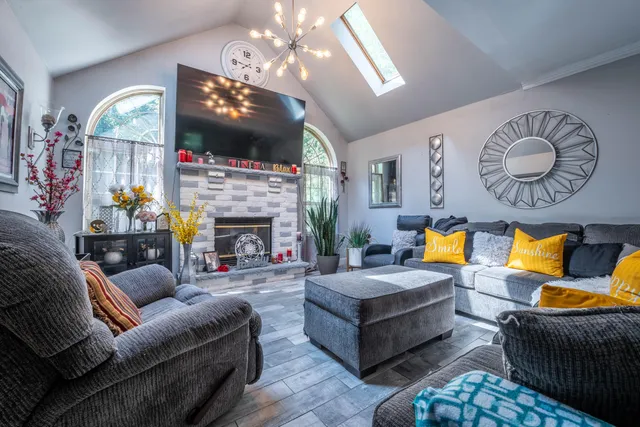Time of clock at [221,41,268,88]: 7:46
